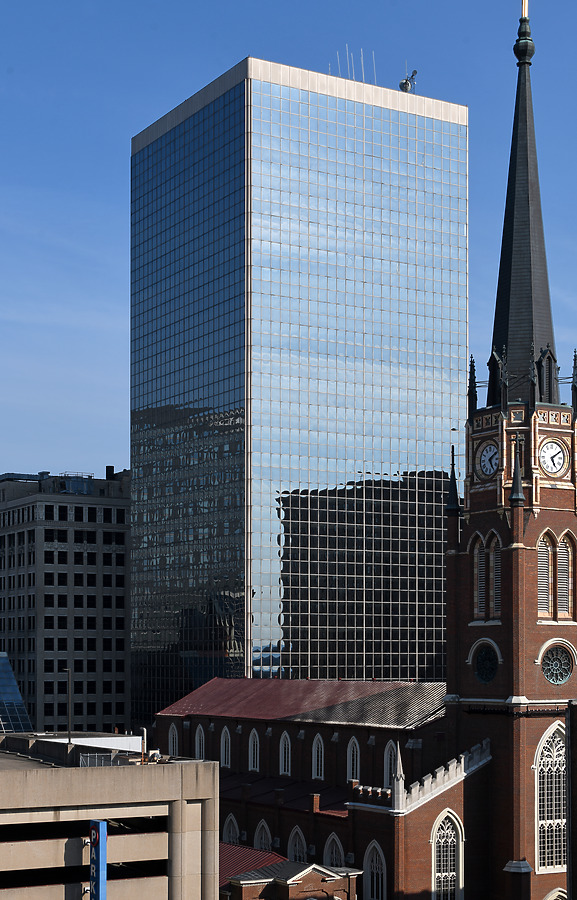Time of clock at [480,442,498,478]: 5:09
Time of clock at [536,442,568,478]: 5:09
